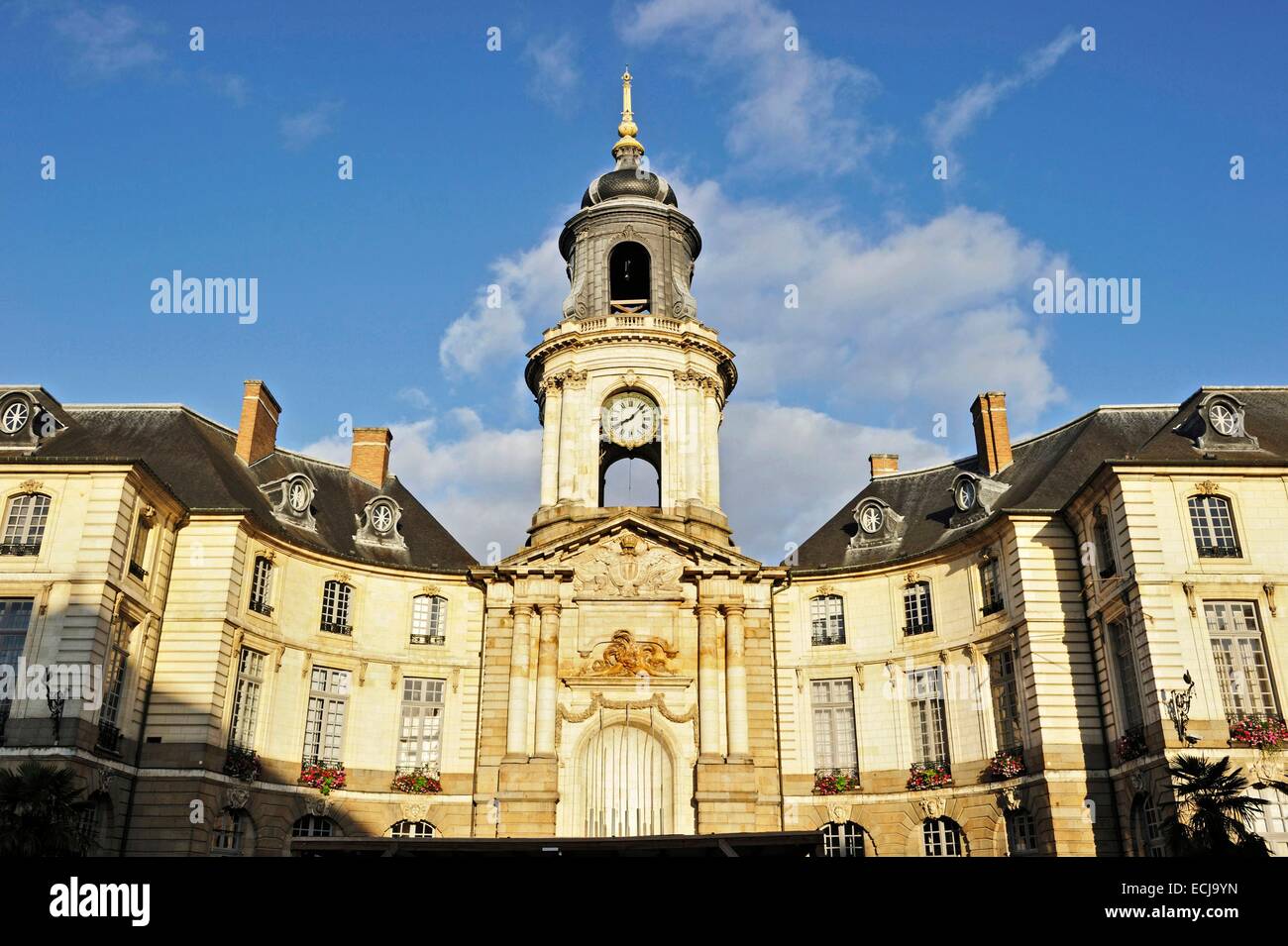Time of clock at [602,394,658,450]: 8:07
